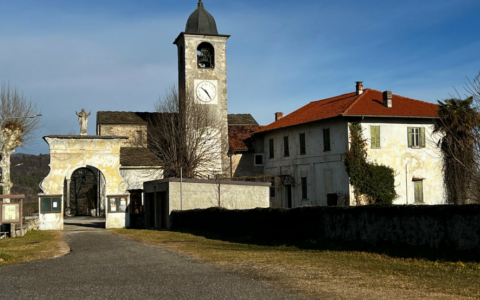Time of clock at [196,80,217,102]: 10:24
